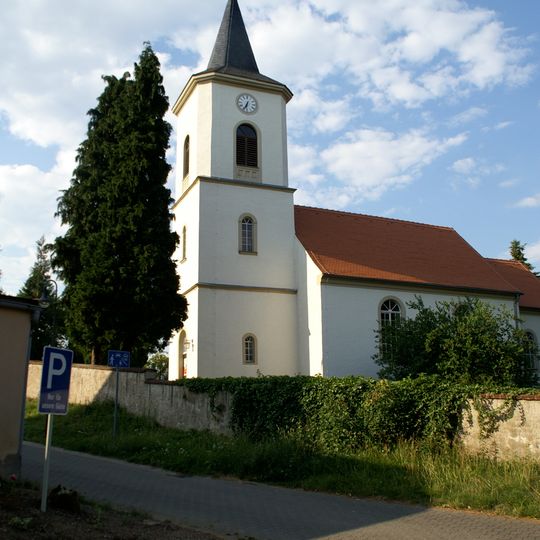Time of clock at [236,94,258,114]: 6:34
